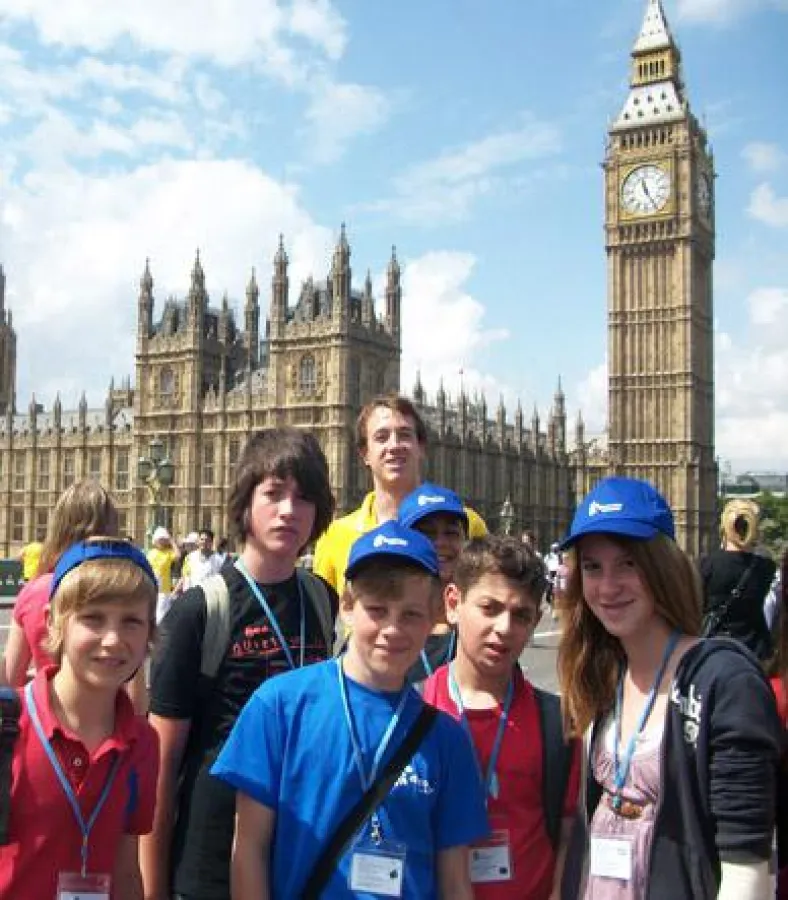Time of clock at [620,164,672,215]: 11:24
